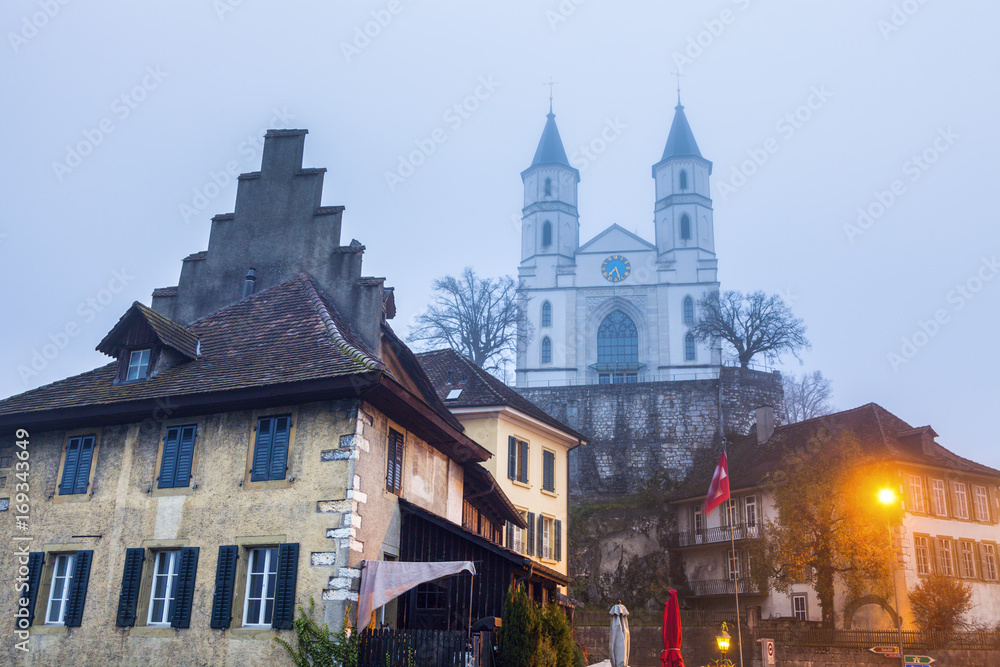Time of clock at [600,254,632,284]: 7:27
